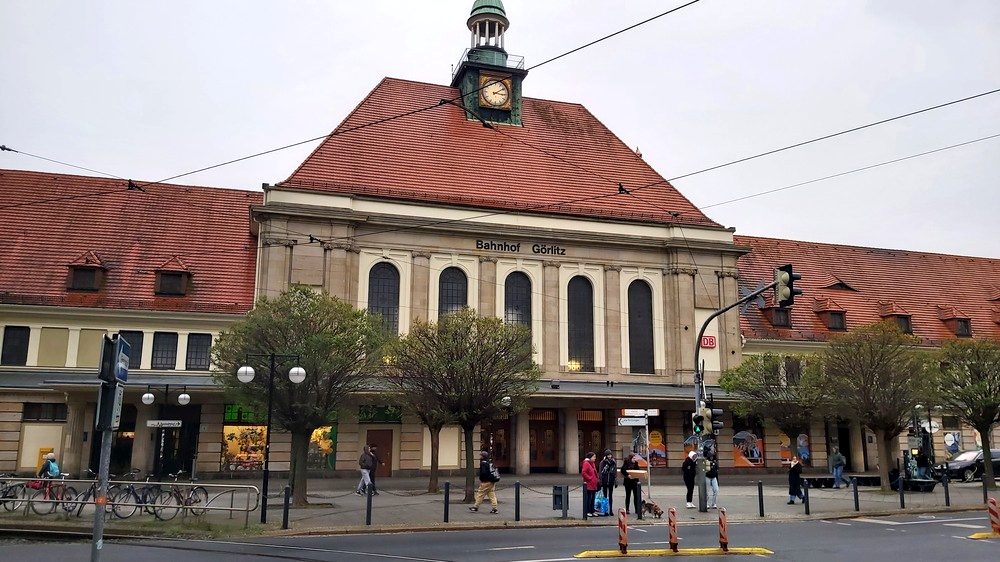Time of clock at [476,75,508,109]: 3:09
